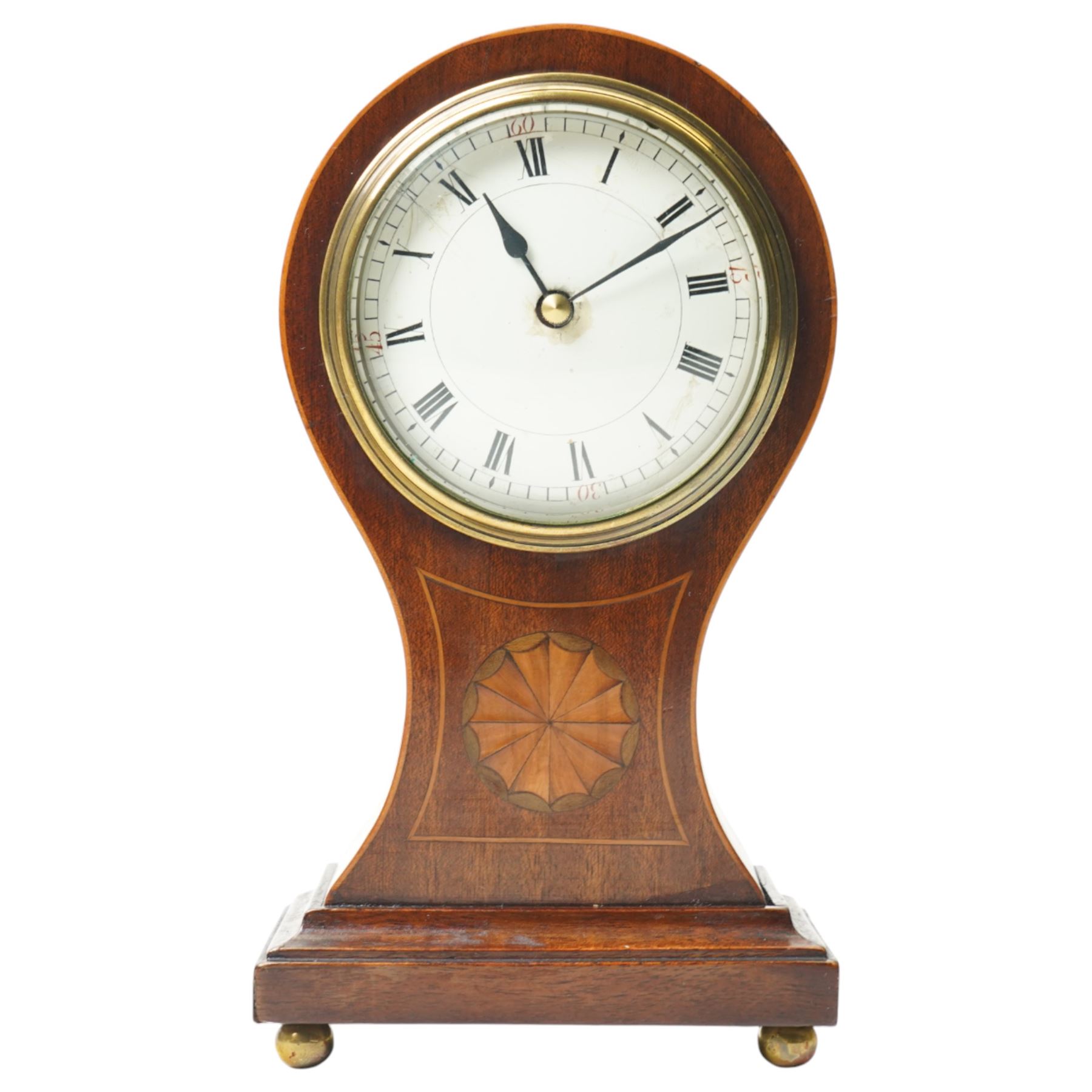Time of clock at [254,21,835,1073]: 11:11
